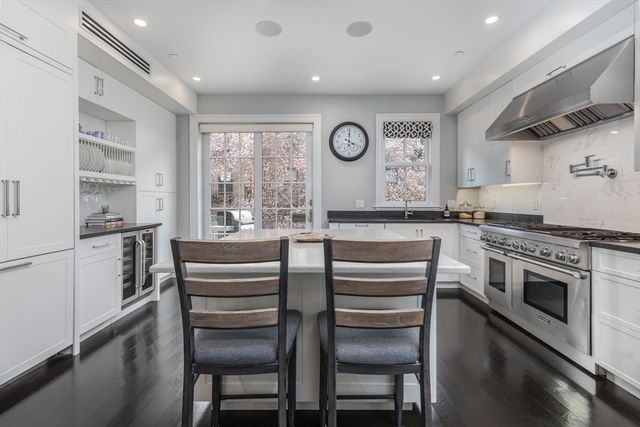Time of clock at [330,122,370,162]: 4:01
